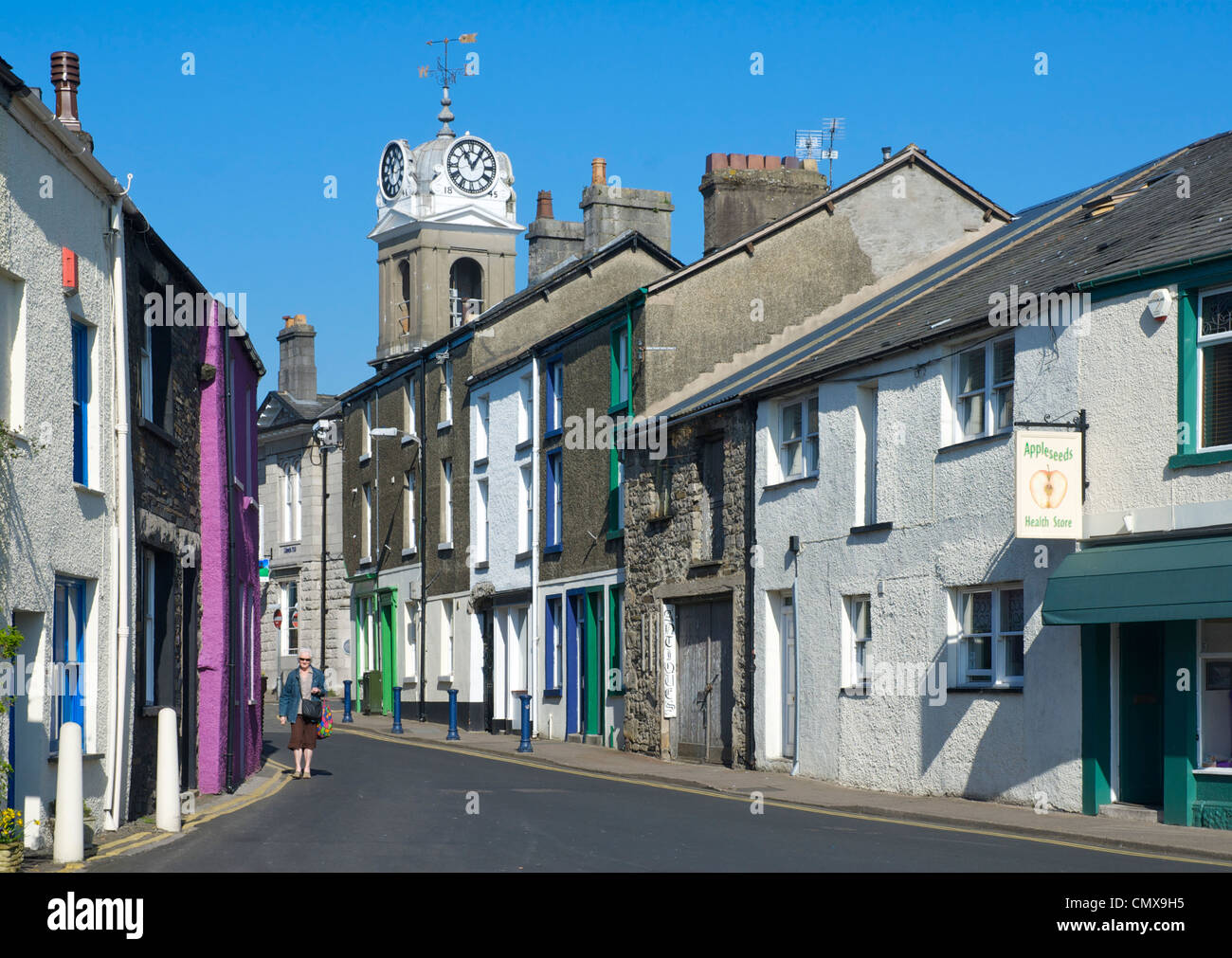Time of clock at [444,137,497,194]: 11:06
